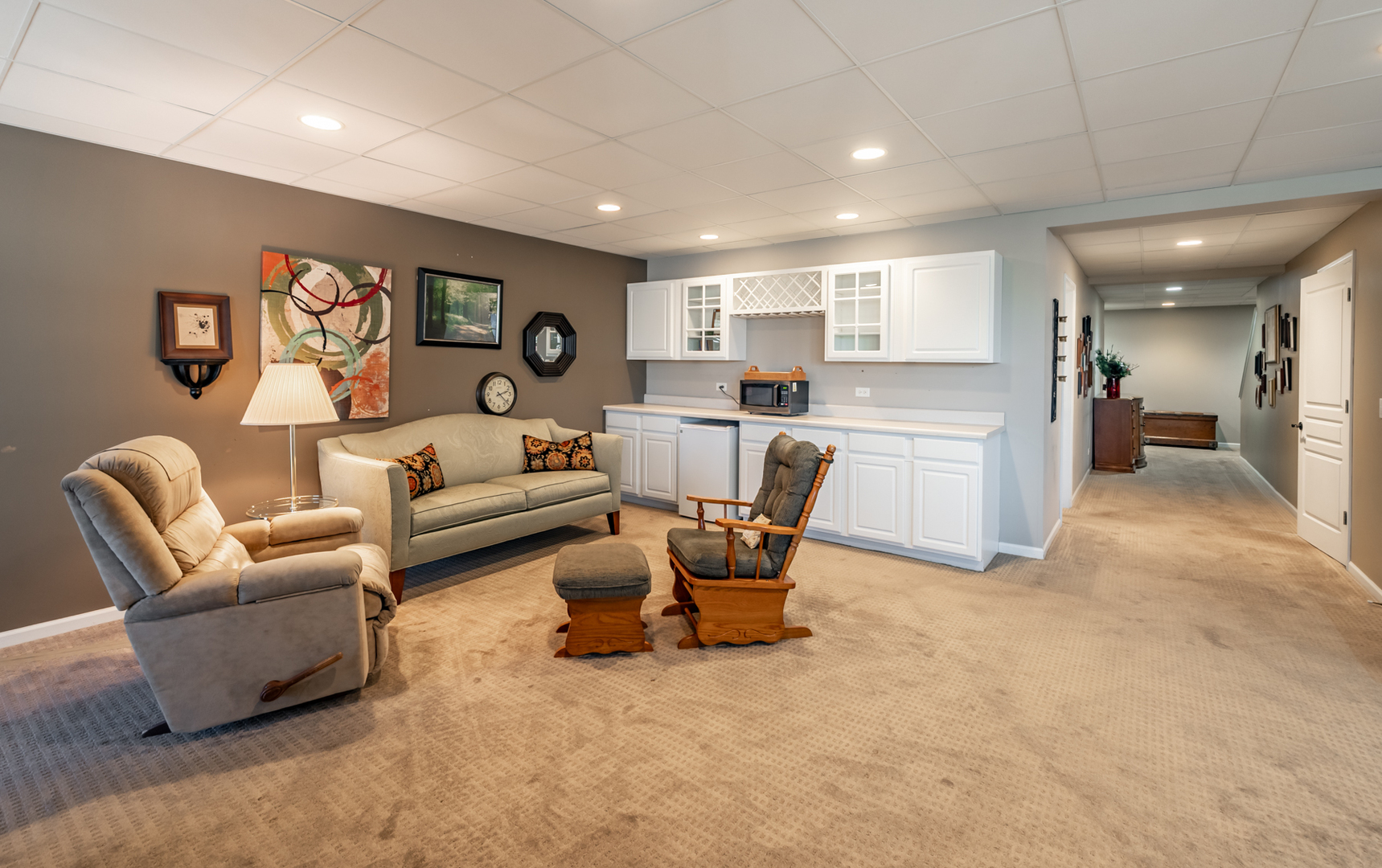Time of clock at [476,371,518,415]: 2:21
